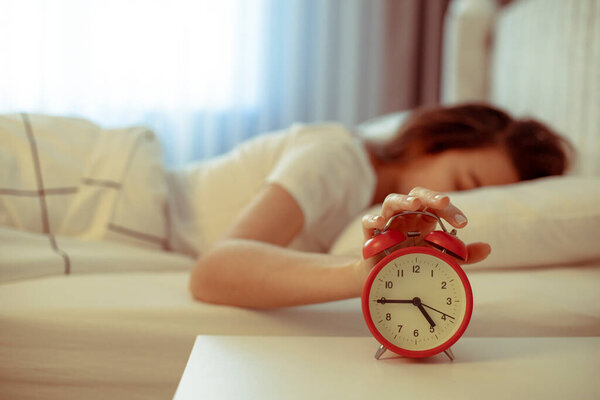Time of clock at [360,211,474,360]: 4:45
